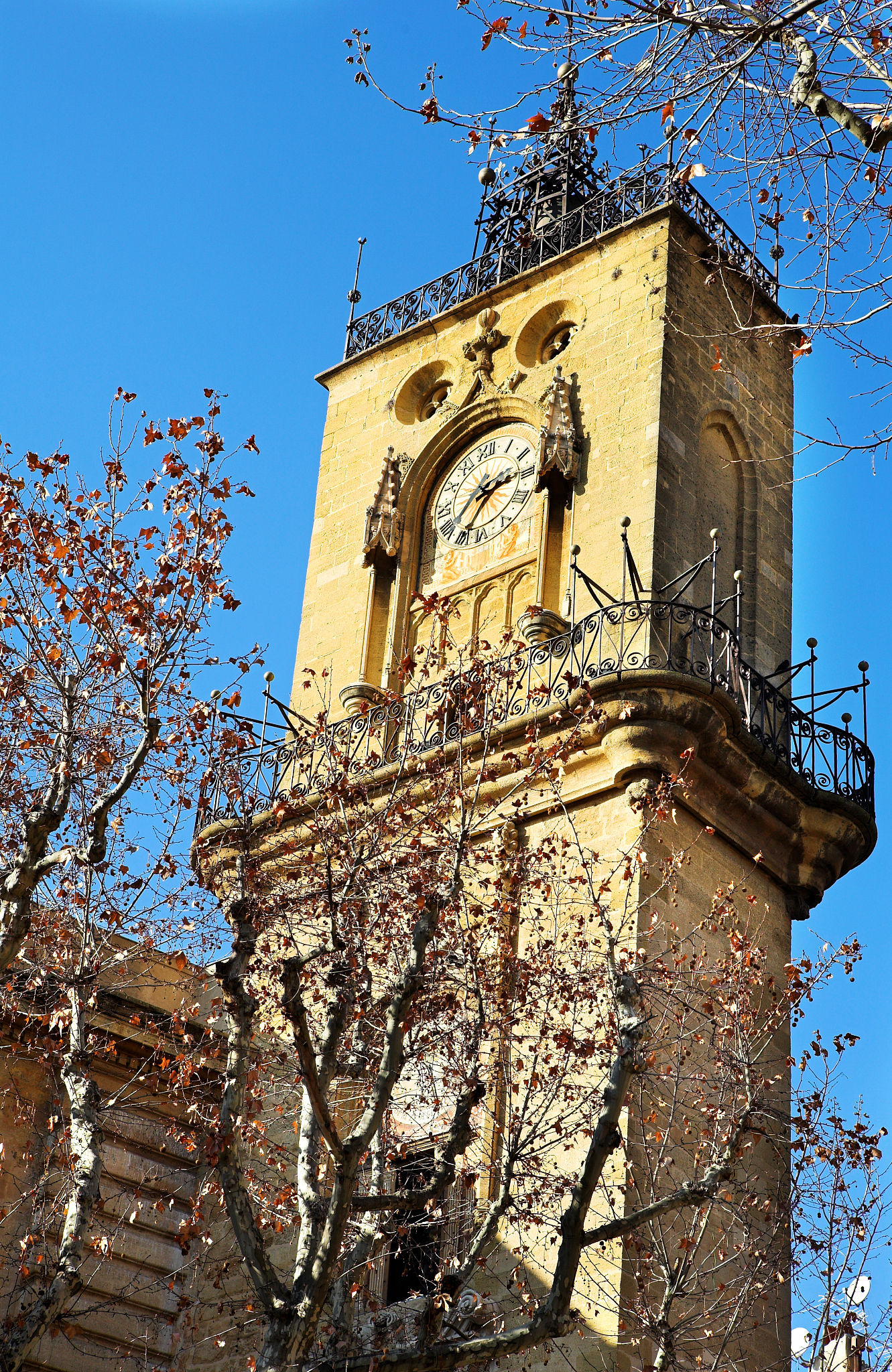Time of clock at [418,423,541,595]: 2:36
